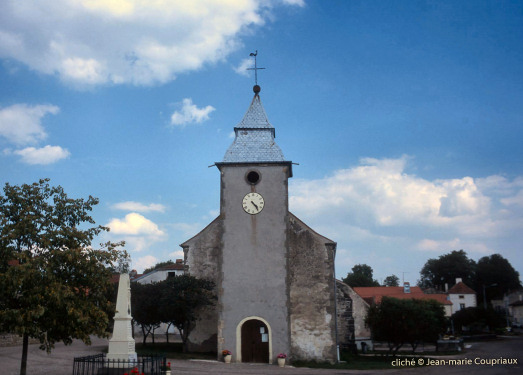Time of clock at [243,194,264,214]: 4:23
